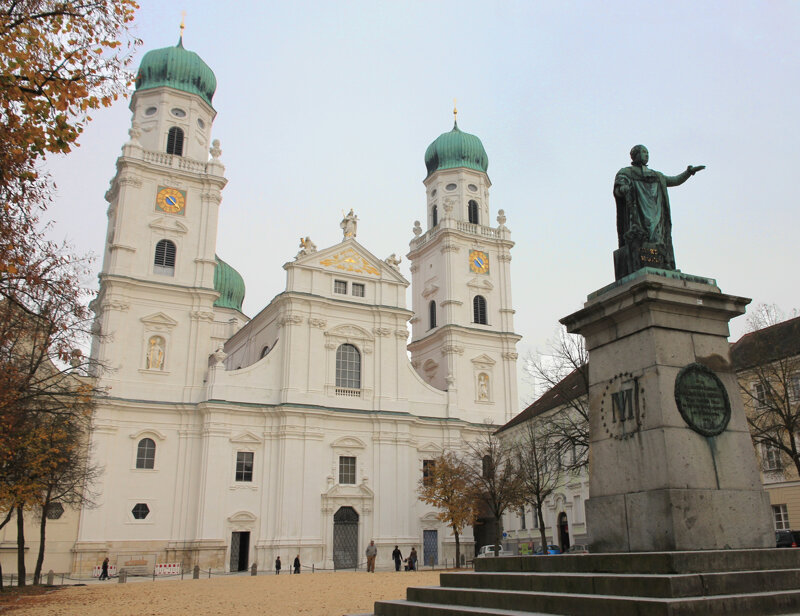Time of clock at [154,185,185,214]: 4:22
